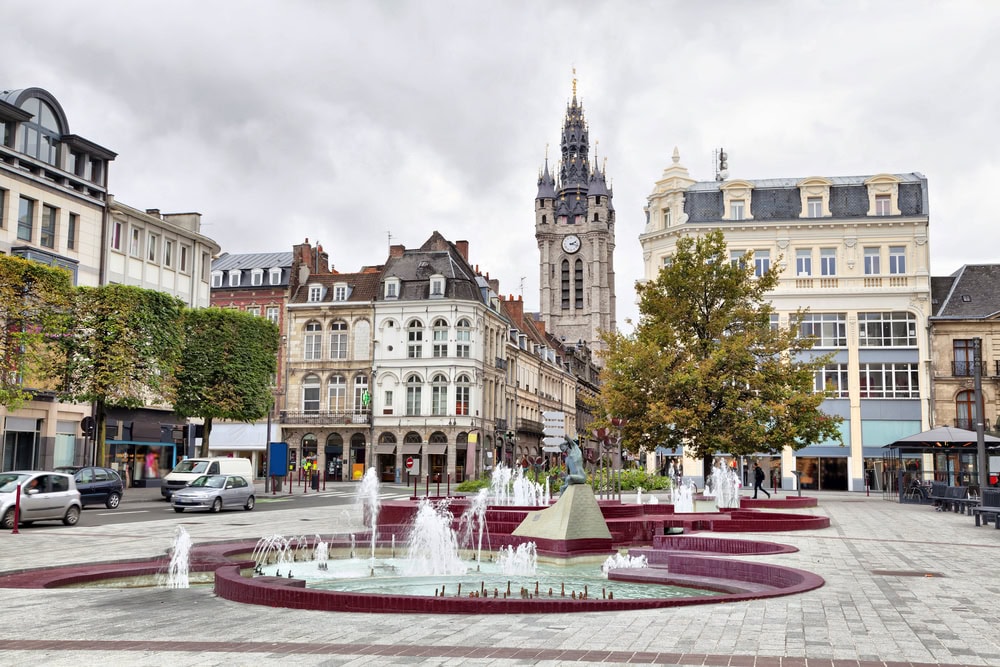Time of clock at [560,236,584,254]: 2:18
